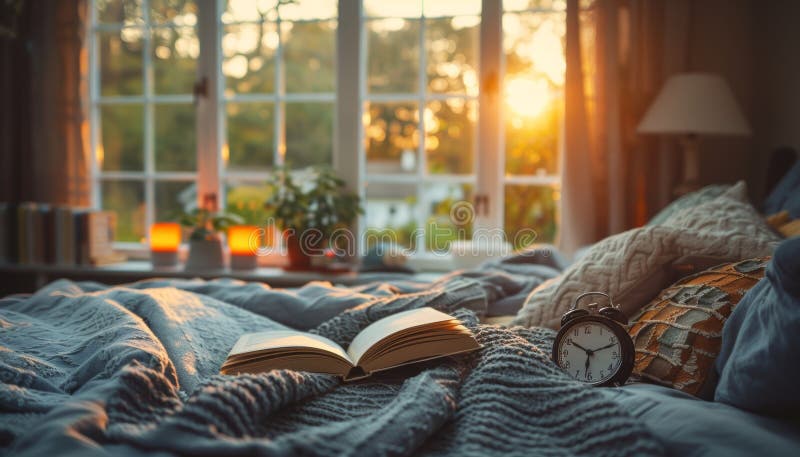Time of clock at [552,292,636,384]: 10:12
